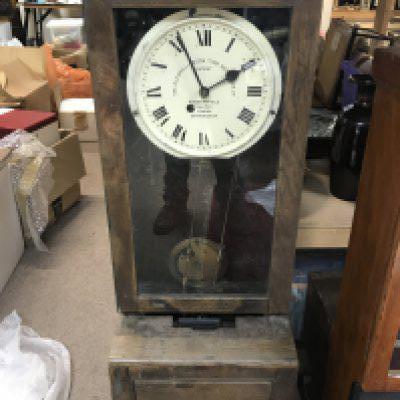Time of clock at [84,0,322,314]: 1:56
